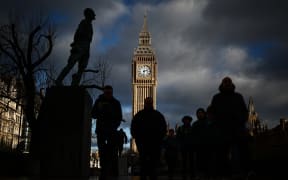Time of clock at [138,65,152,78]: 2:32
